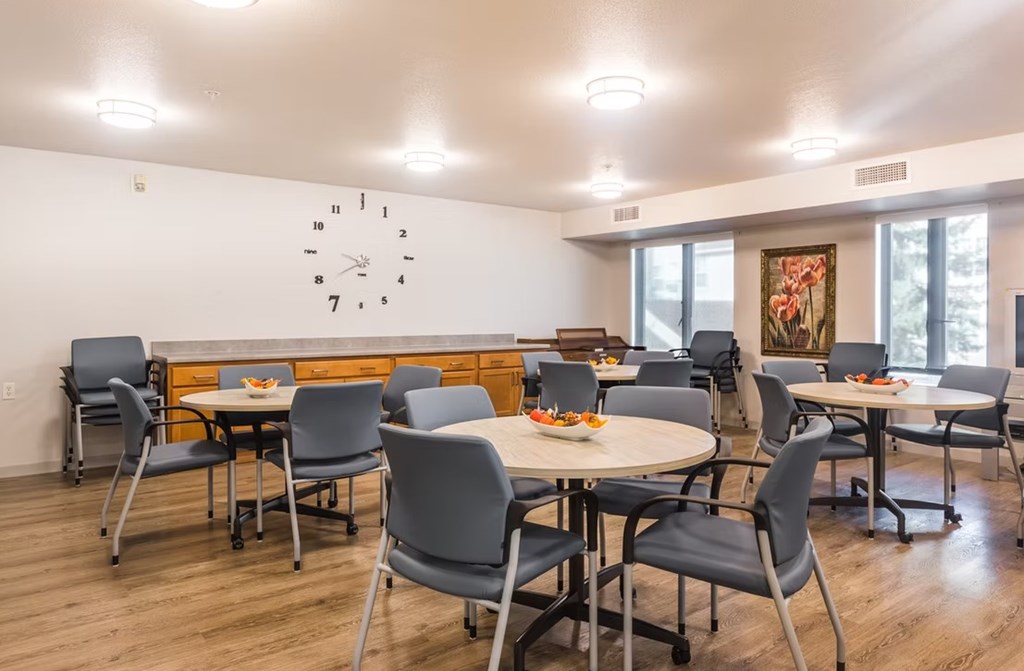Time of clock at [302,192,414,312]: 9:39
